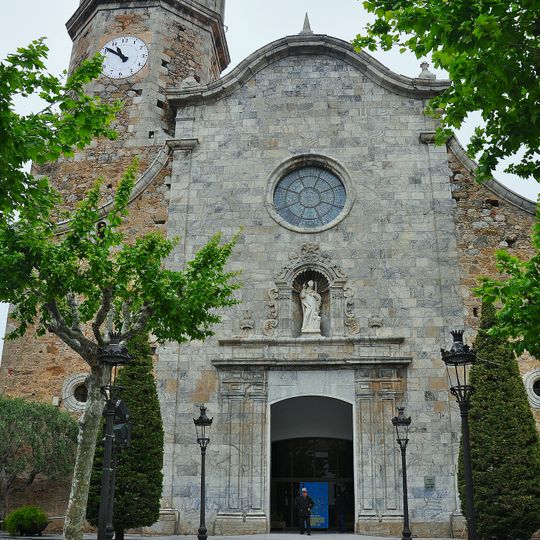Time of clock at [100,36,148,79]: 10:50
